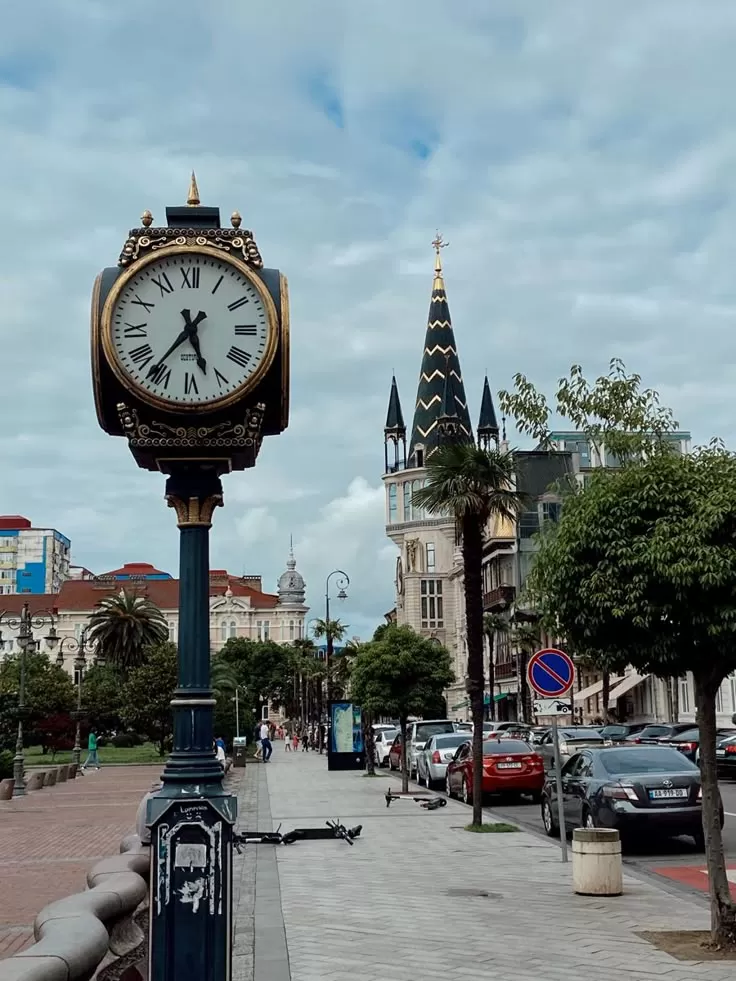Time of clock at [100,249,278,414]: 5:36
